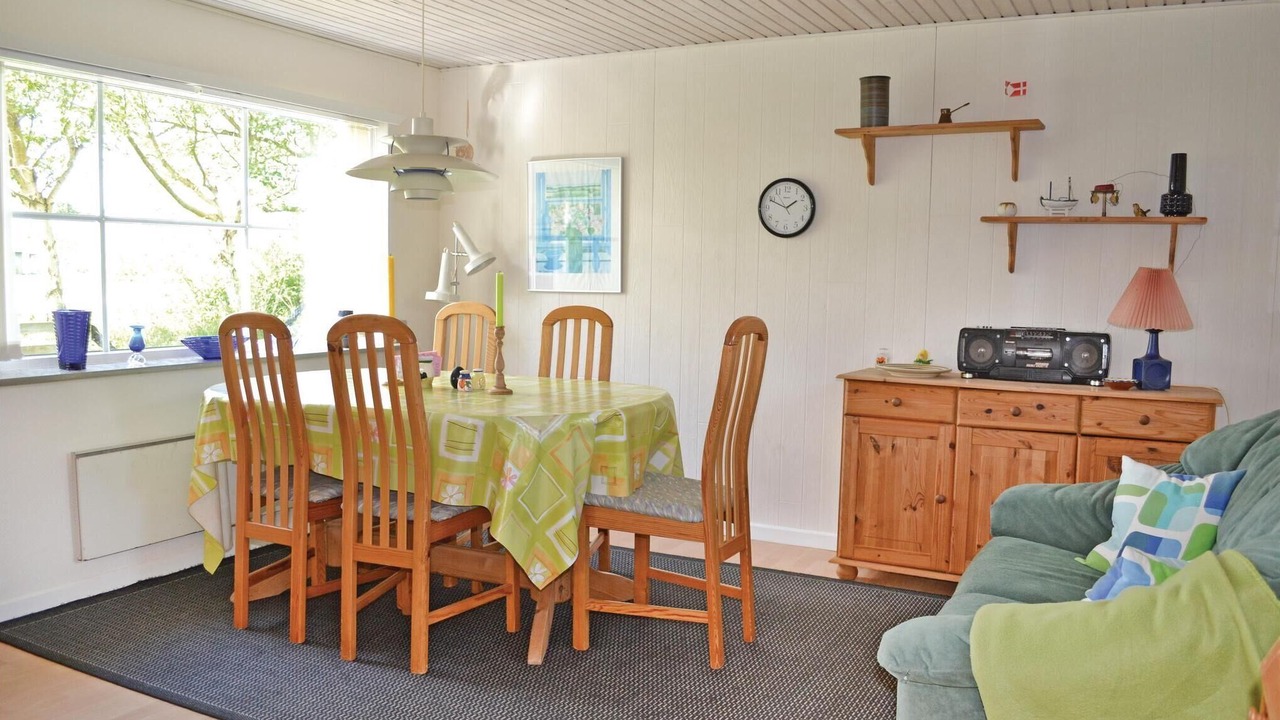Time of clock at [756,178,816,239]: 1:48
